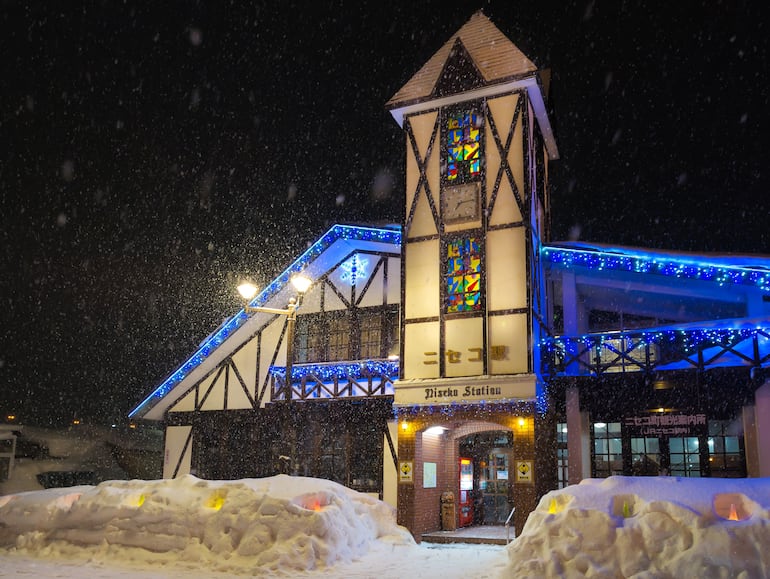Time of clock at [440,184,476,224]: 7:13
